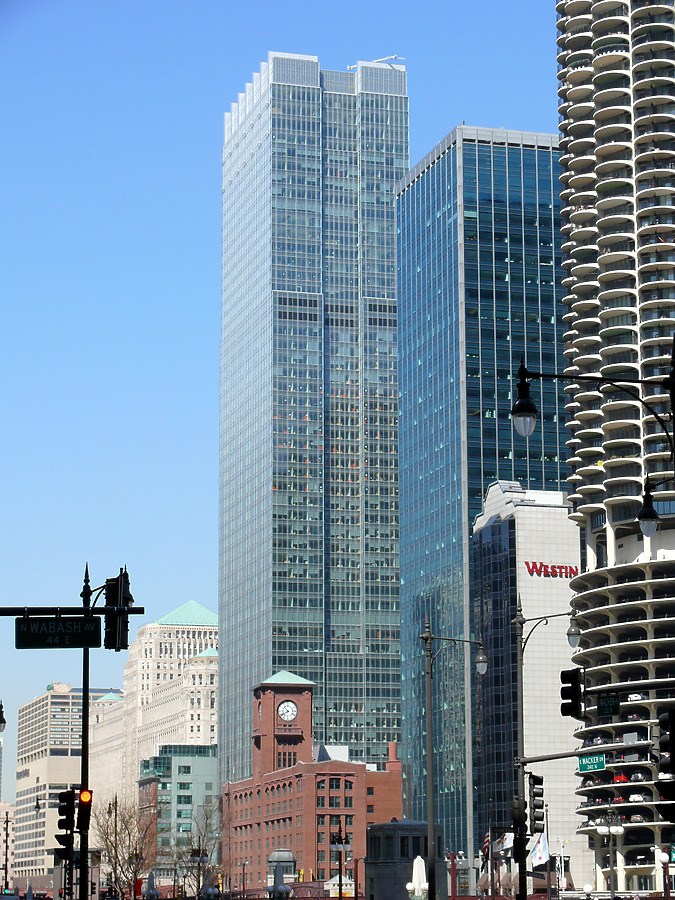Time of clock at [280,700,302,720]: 10:39
